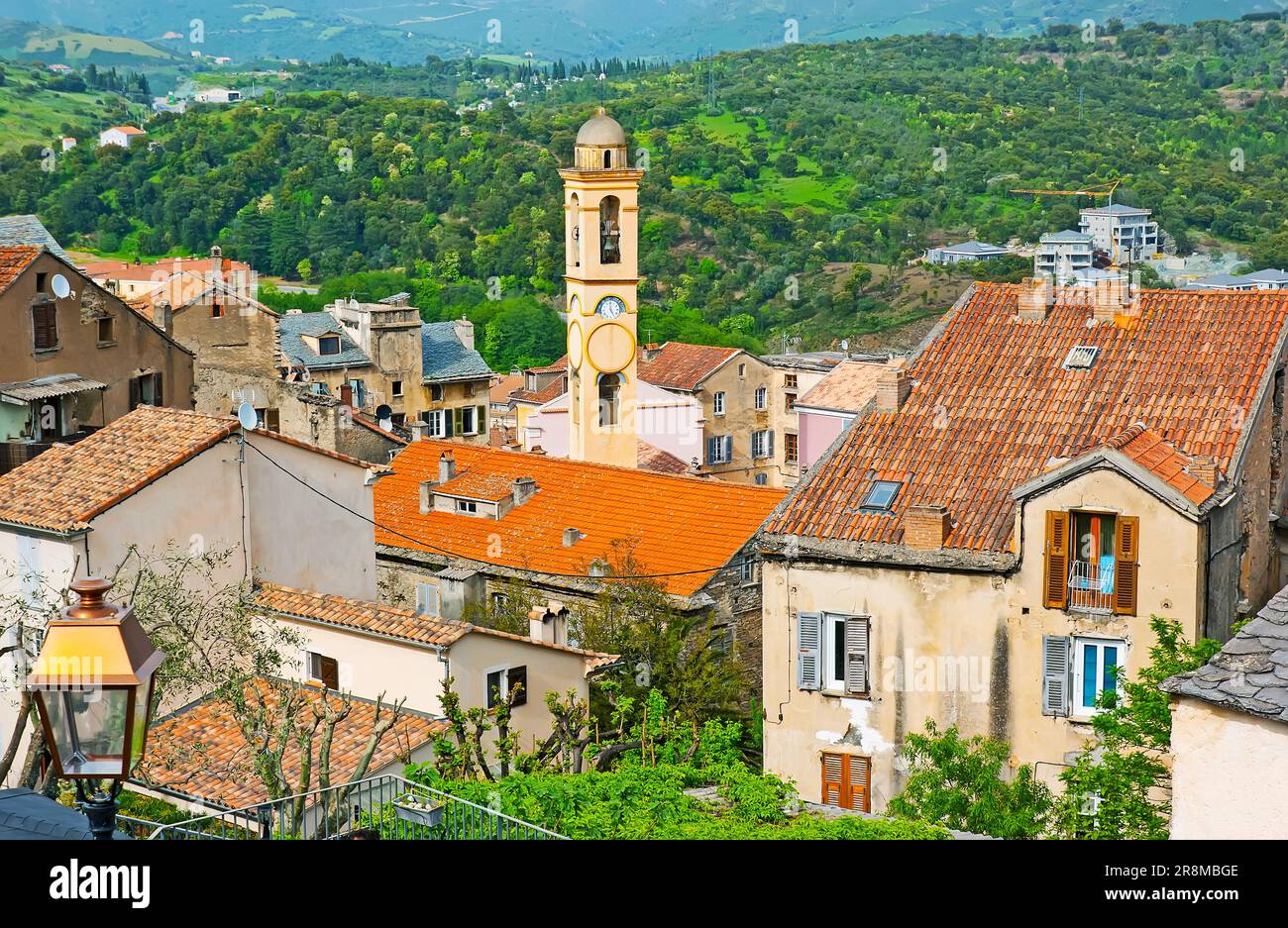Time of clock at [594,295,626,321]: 4:59
